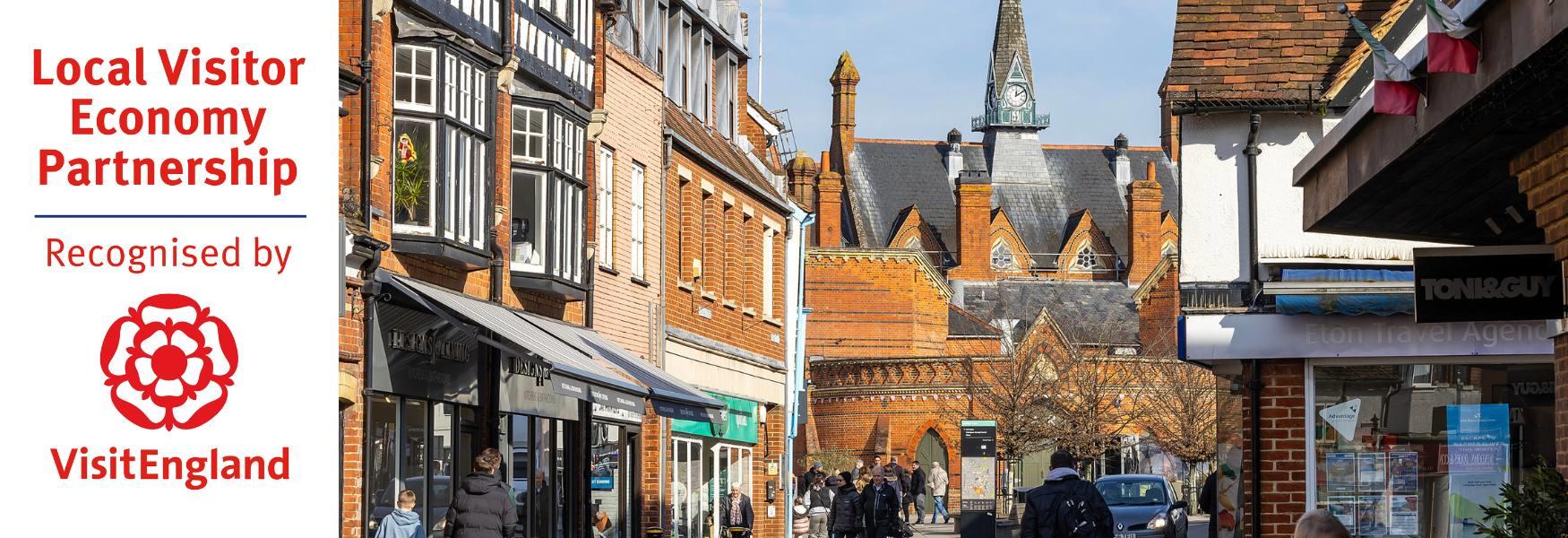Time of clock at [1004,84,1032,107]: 12:09
